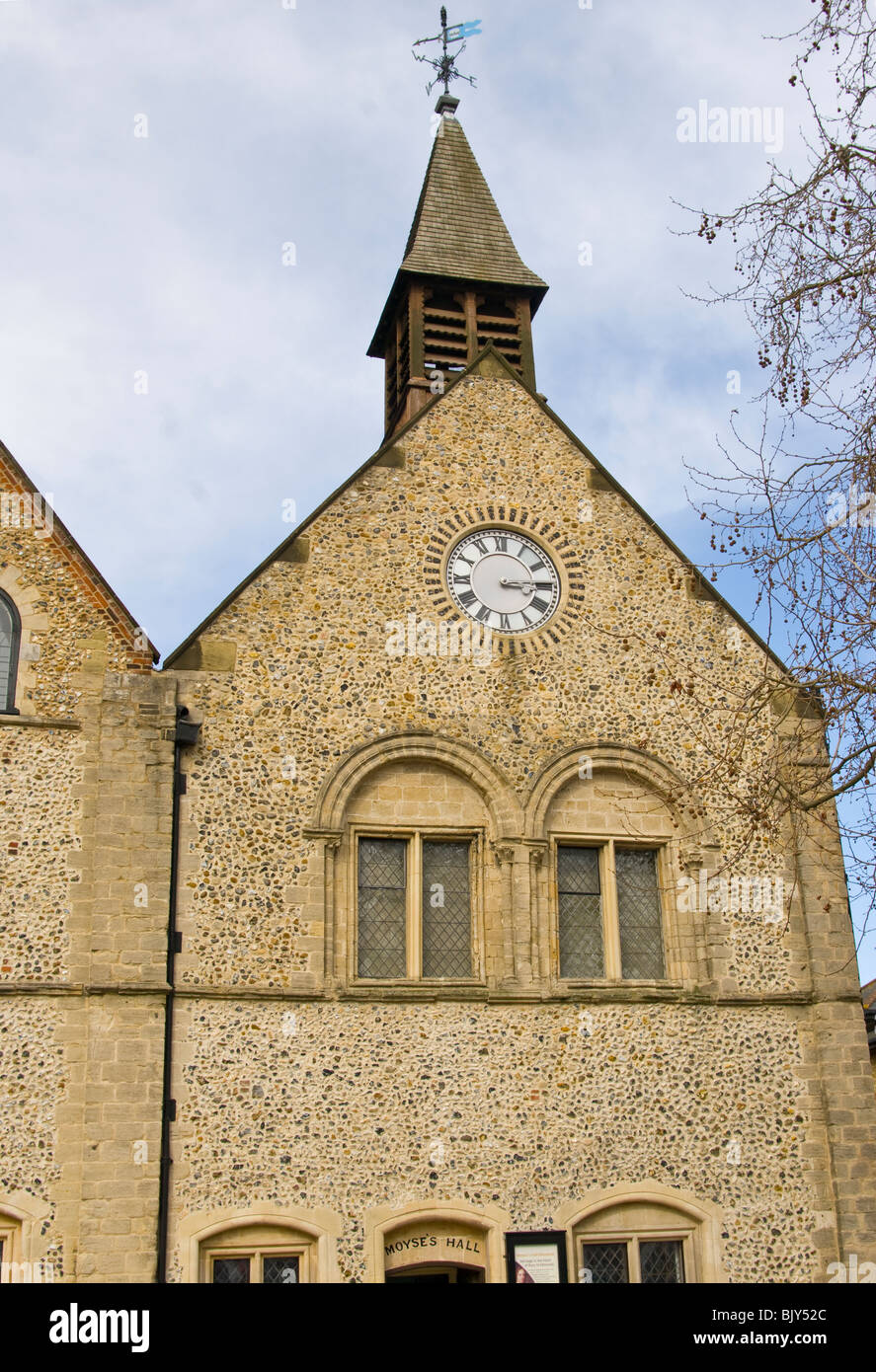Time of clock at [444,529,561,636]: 3:14
